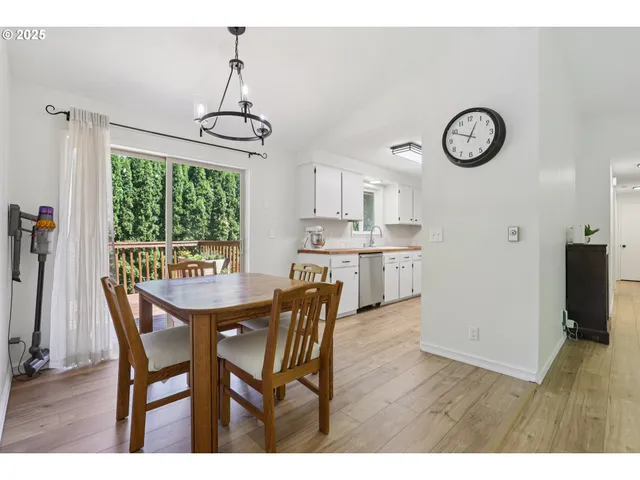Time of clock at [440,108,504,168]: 12:49
